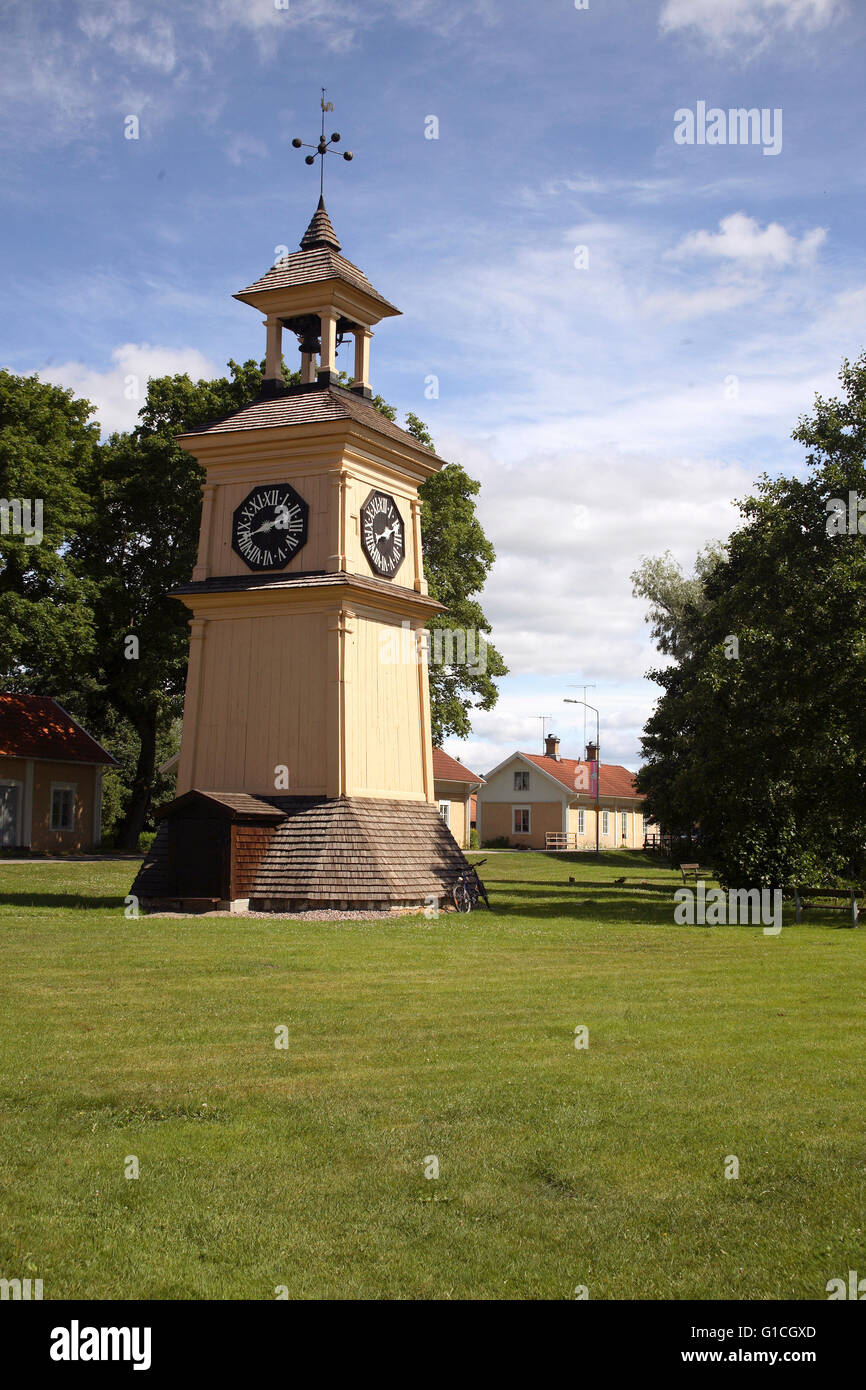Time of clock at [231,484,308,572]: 1:41
